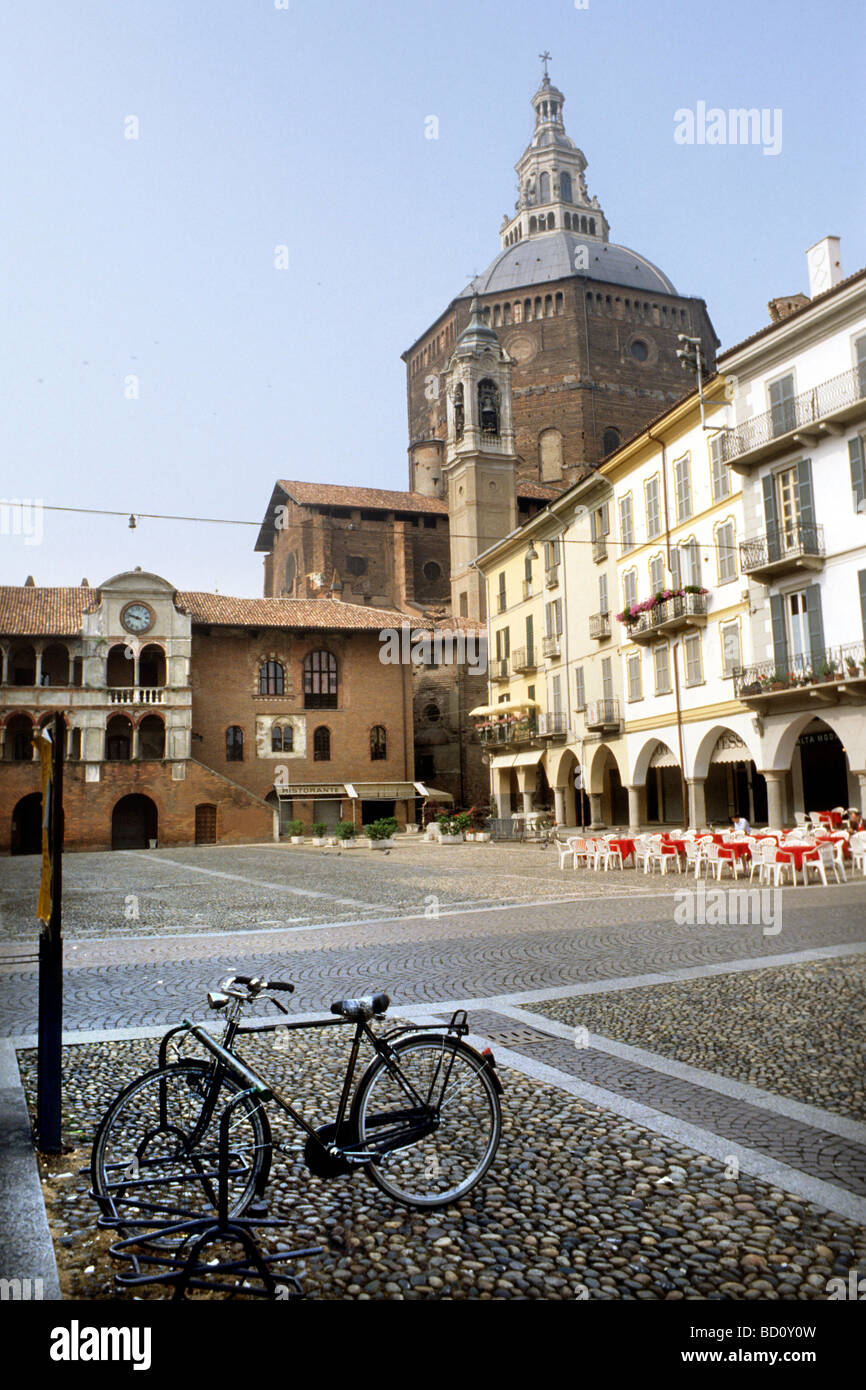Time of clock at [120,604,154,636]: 9:48
